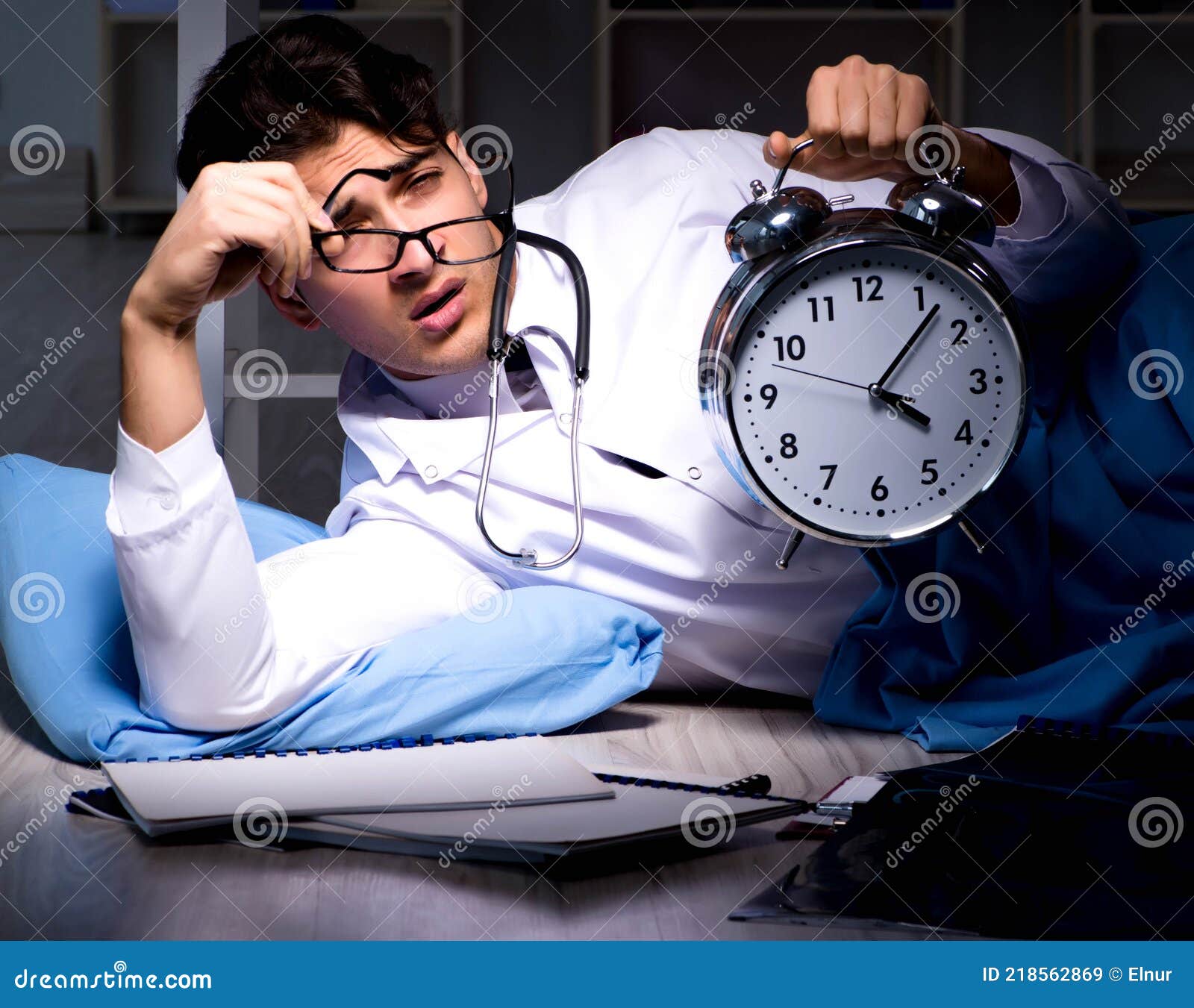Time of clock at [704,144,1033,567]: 4:06
